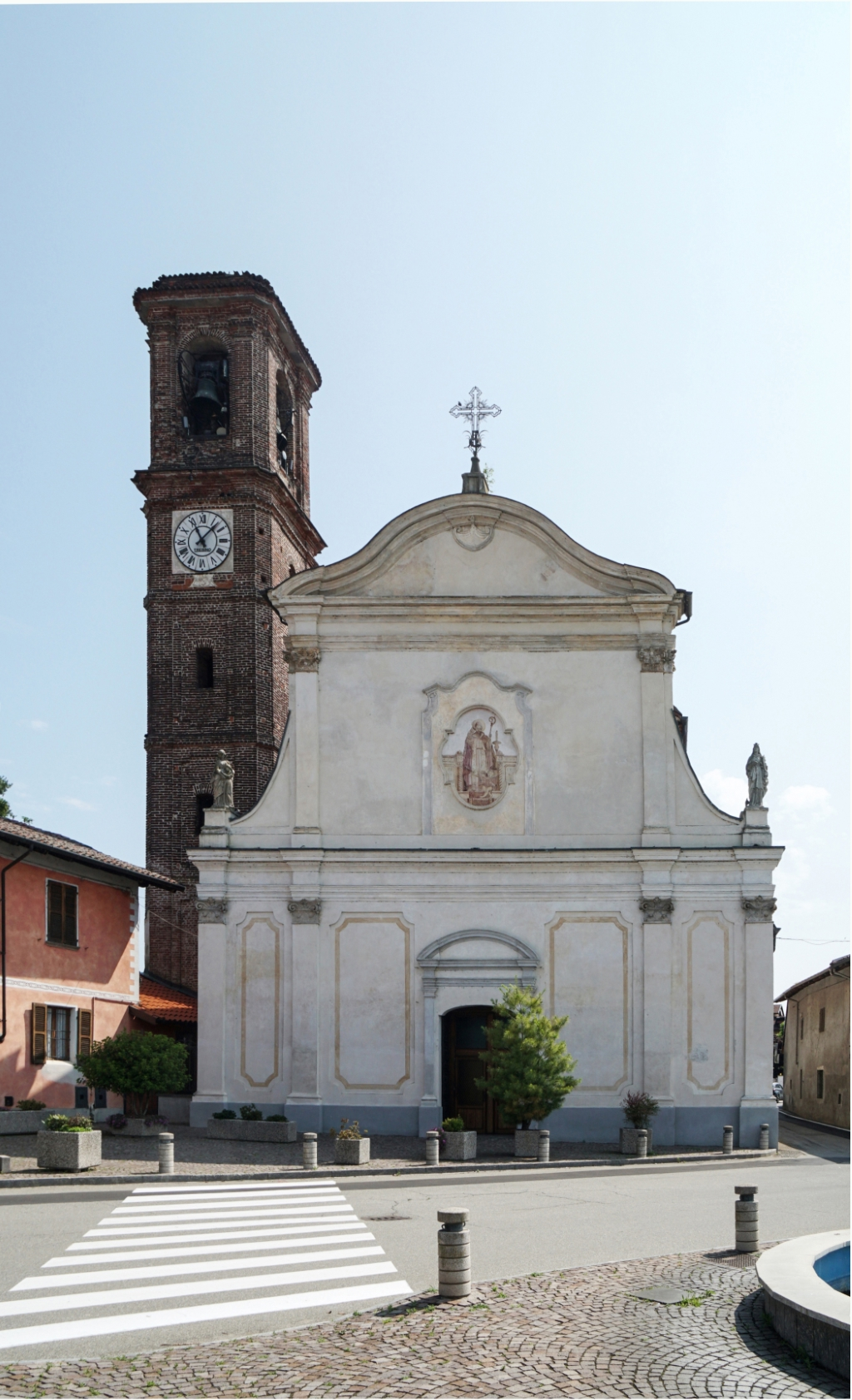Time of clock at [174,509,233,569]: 11:07
